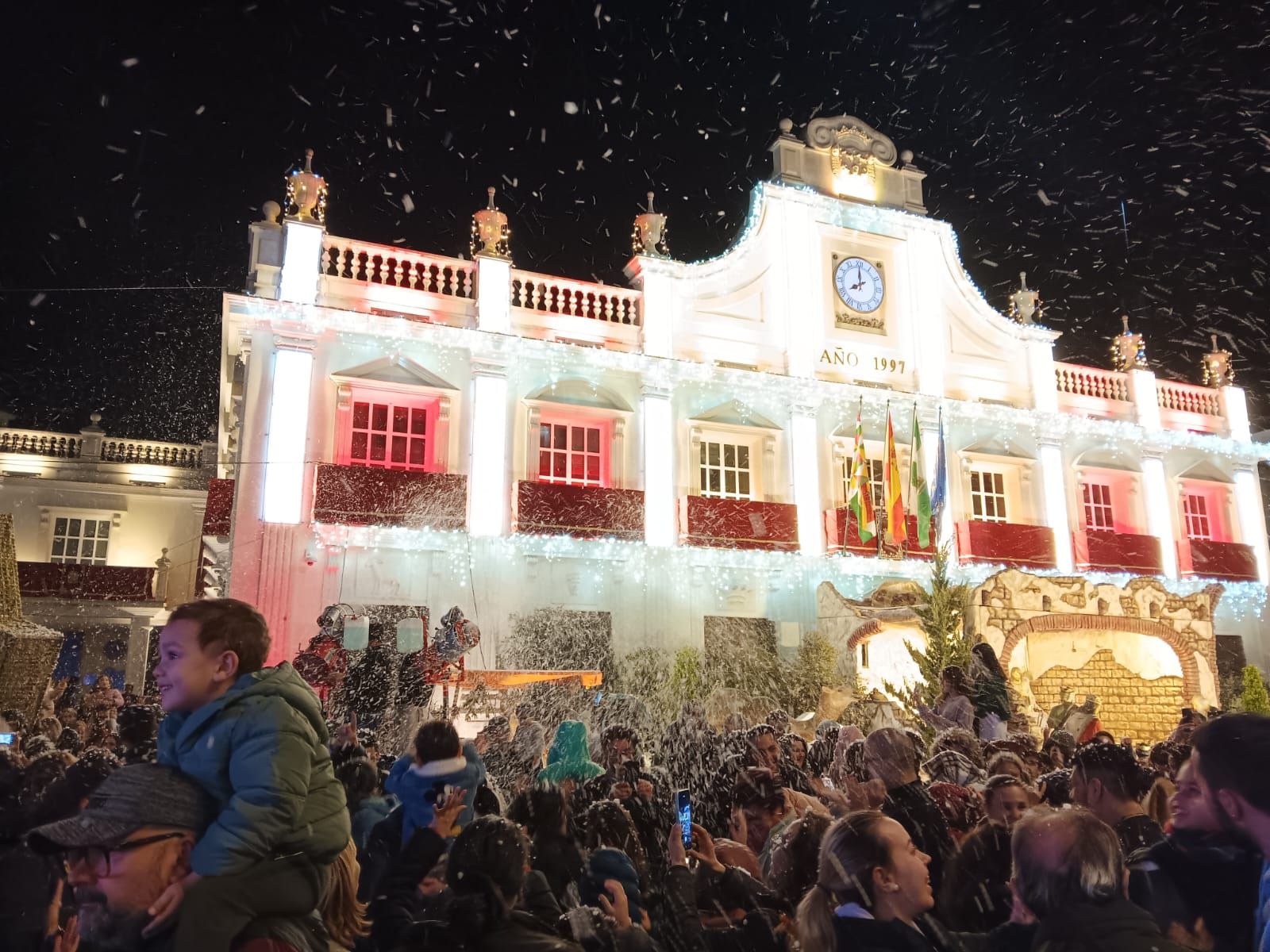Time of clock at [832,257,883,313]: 7:59
